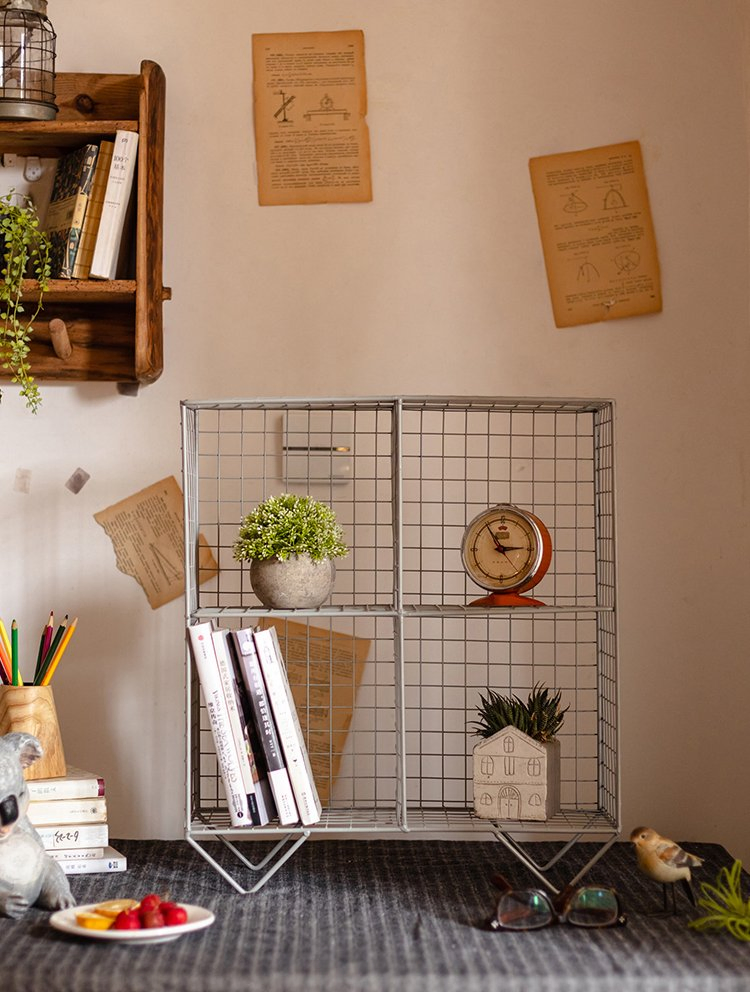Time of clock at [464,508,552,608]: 2:54
